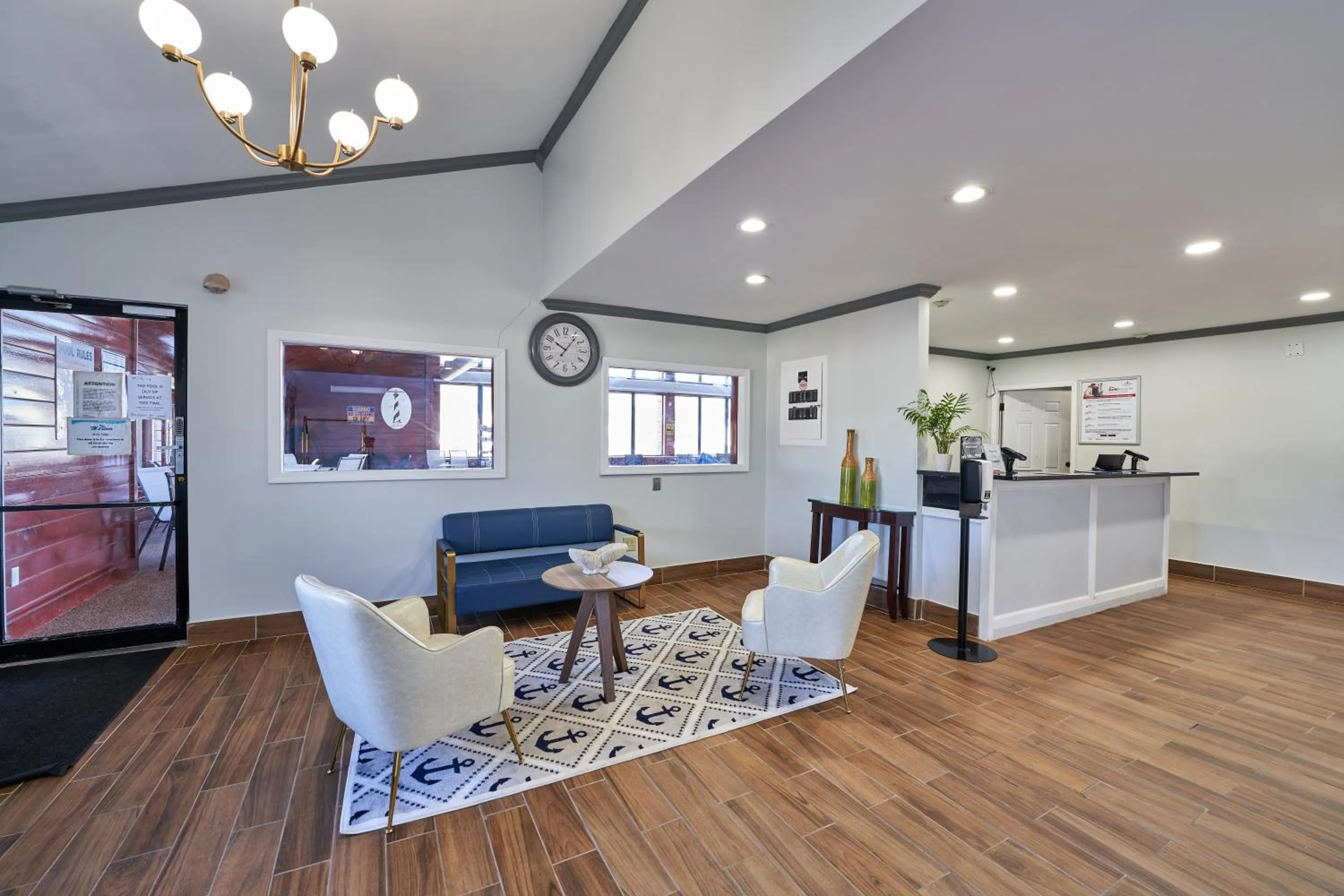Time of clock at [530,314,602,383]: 10:06
